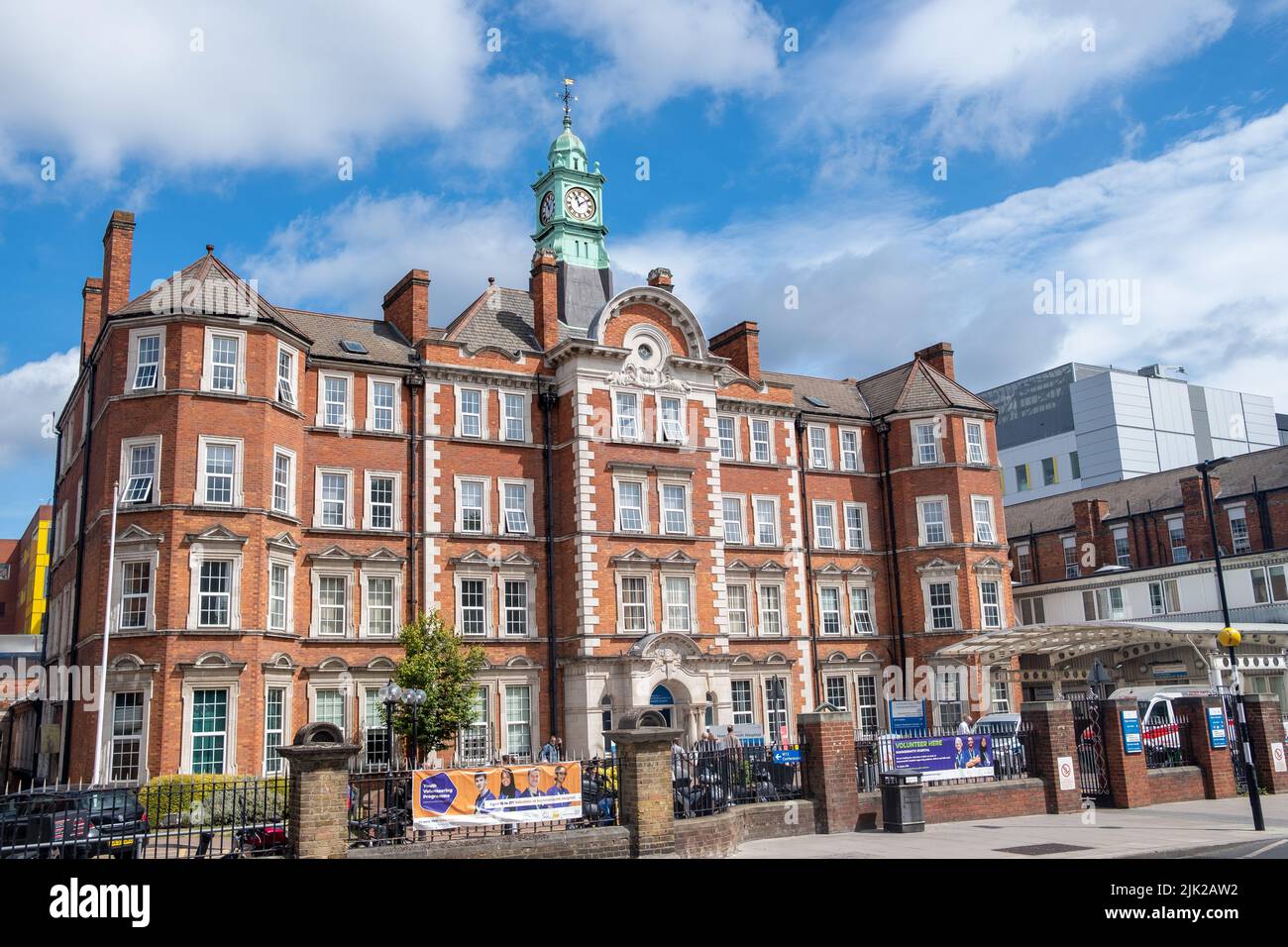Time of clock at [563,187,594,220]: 11:09
